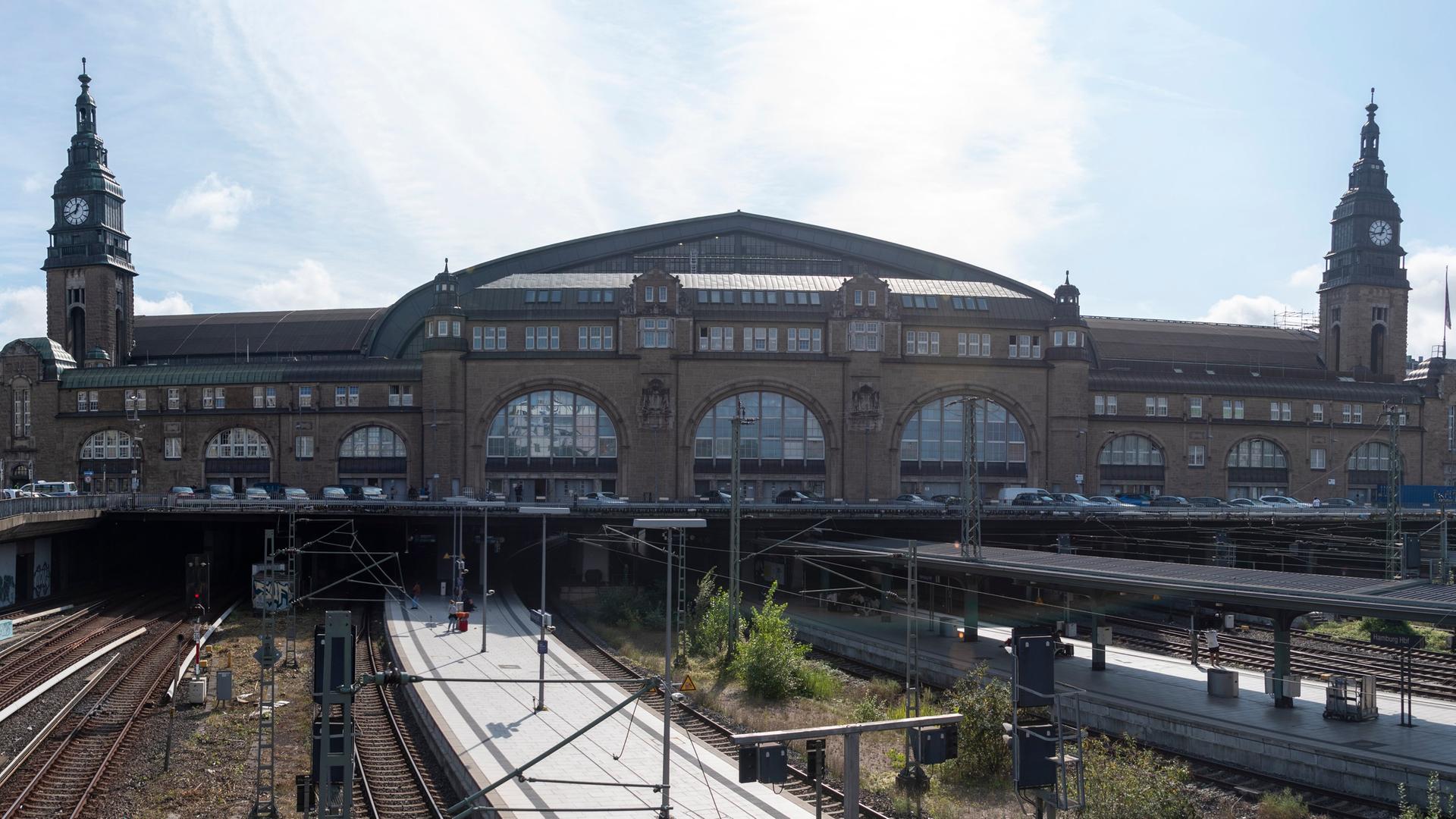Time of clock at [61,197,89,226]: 12:41
